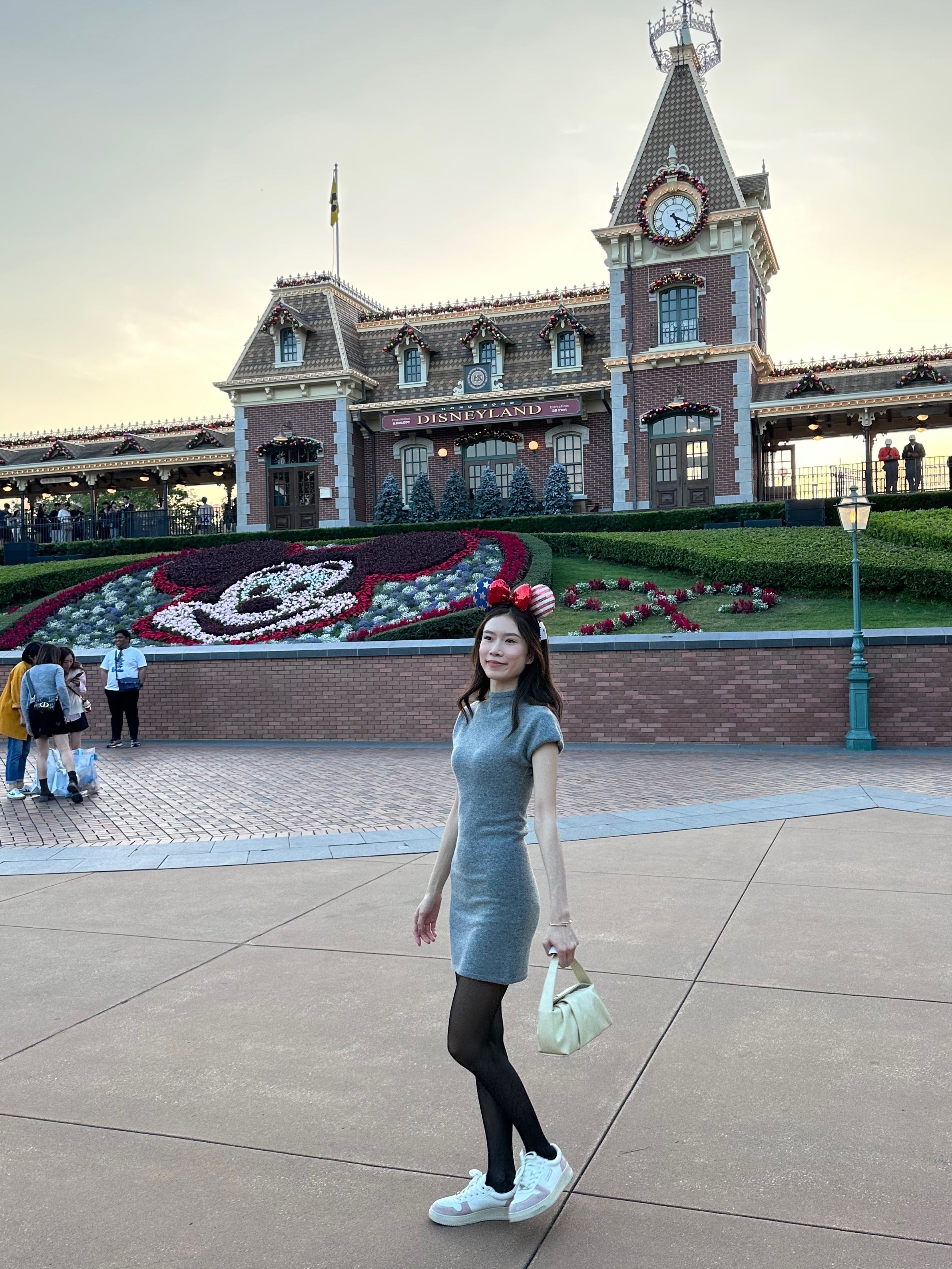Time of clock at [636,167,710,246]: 5:19
